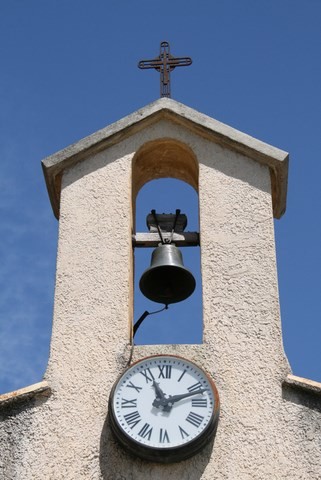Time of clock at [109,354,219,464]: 11:11
